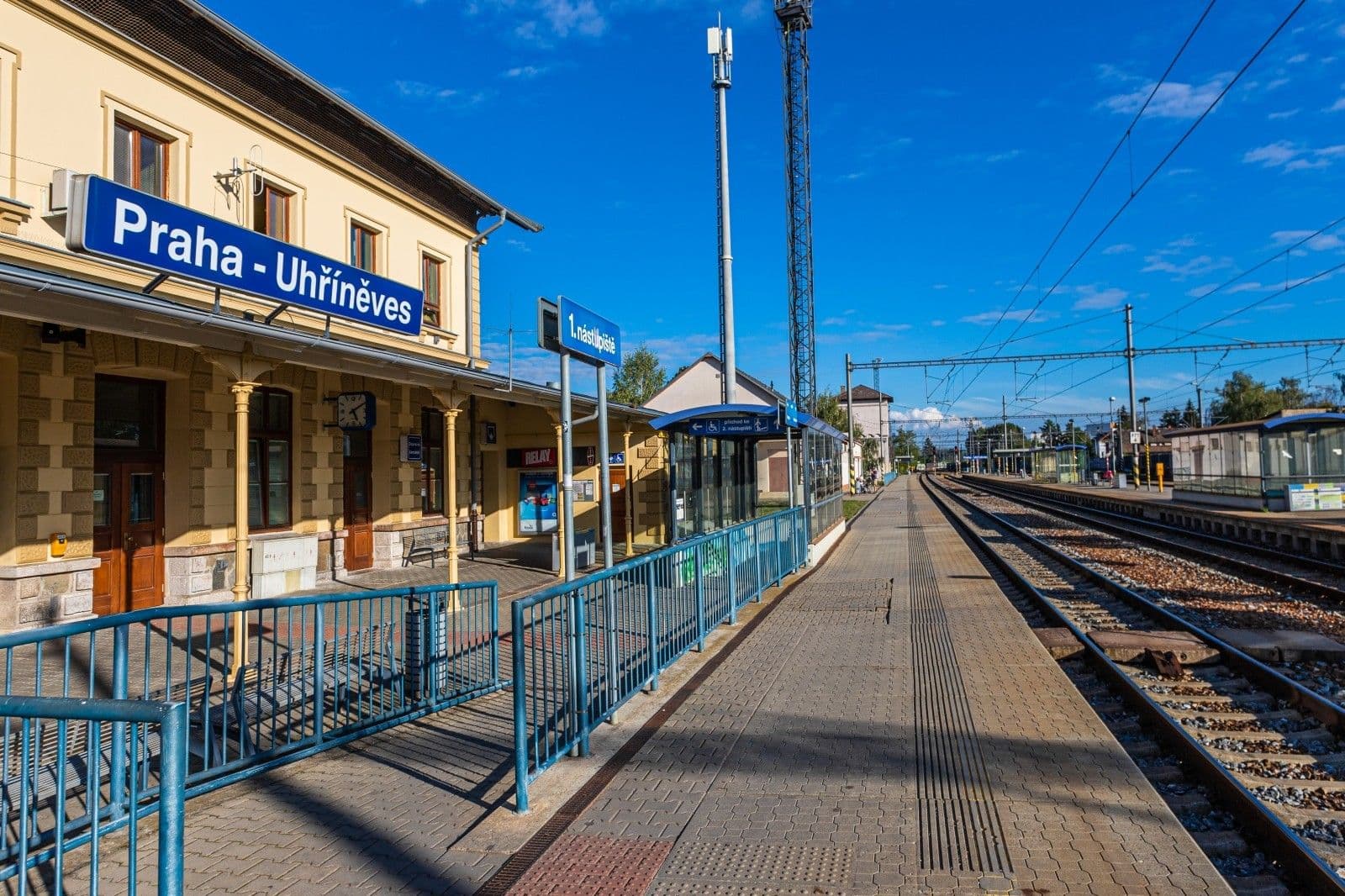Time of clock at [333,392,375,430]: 5:09
